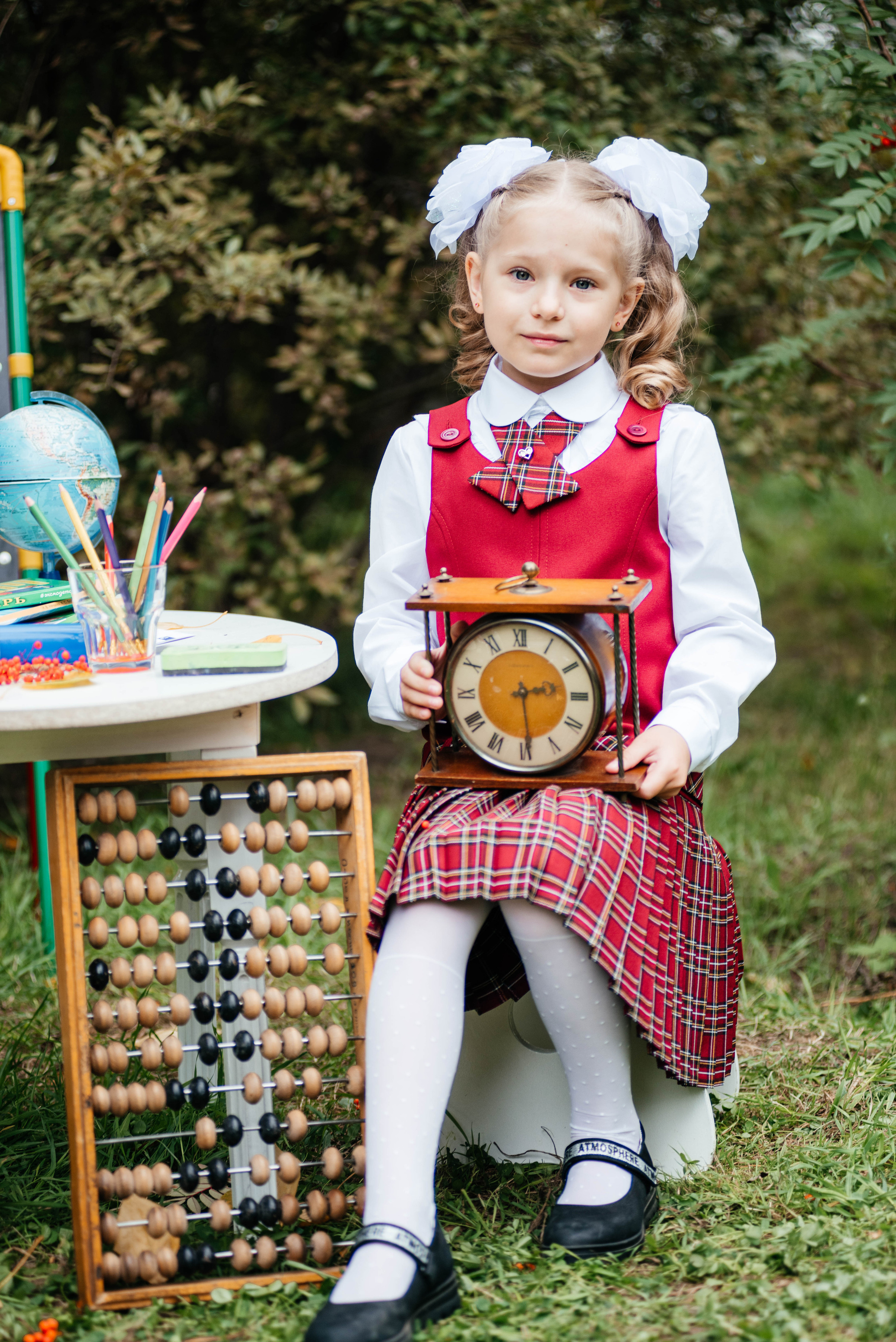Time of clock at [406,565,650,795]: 2:29
